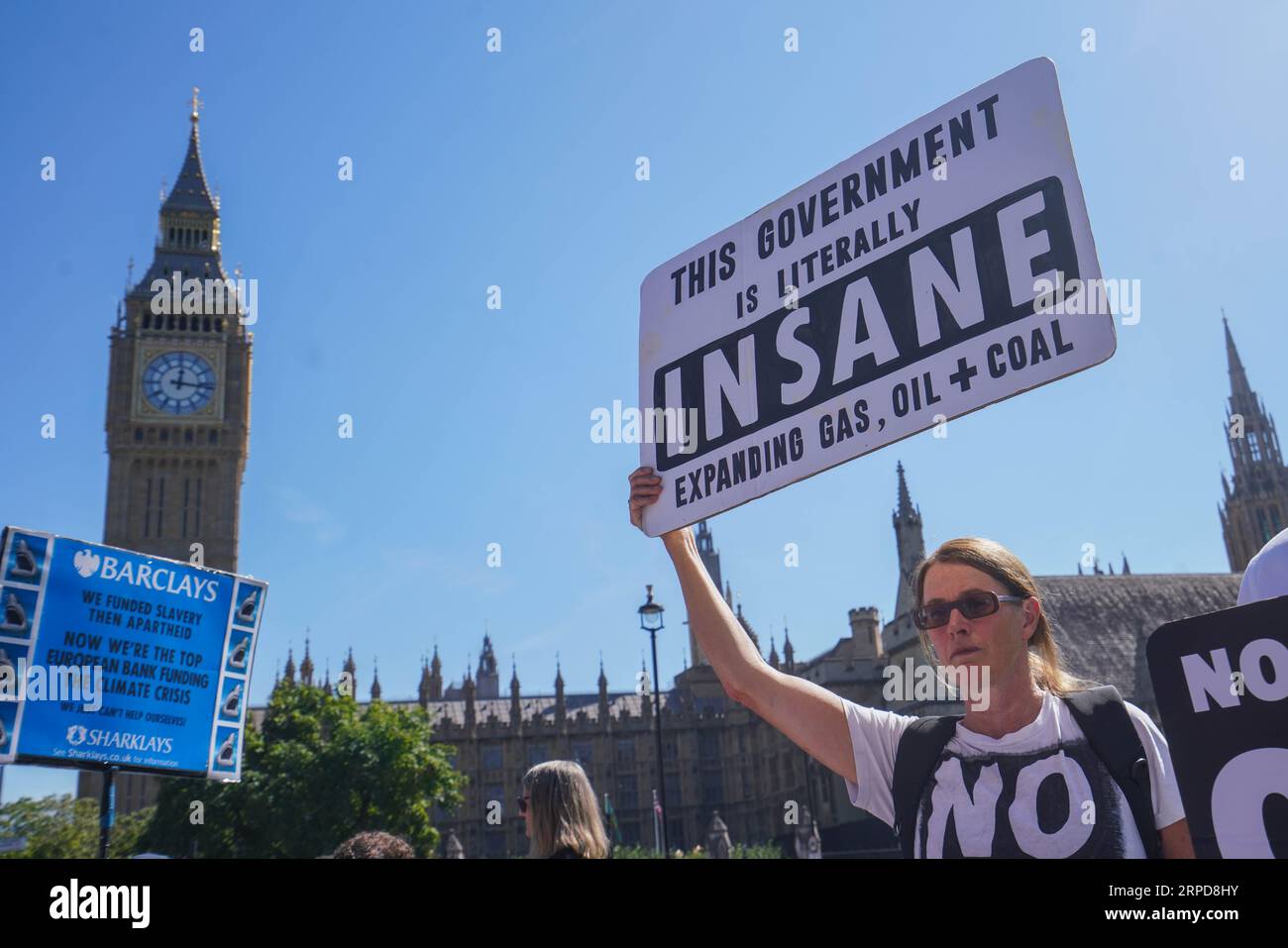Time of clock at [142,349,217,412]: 12:16
